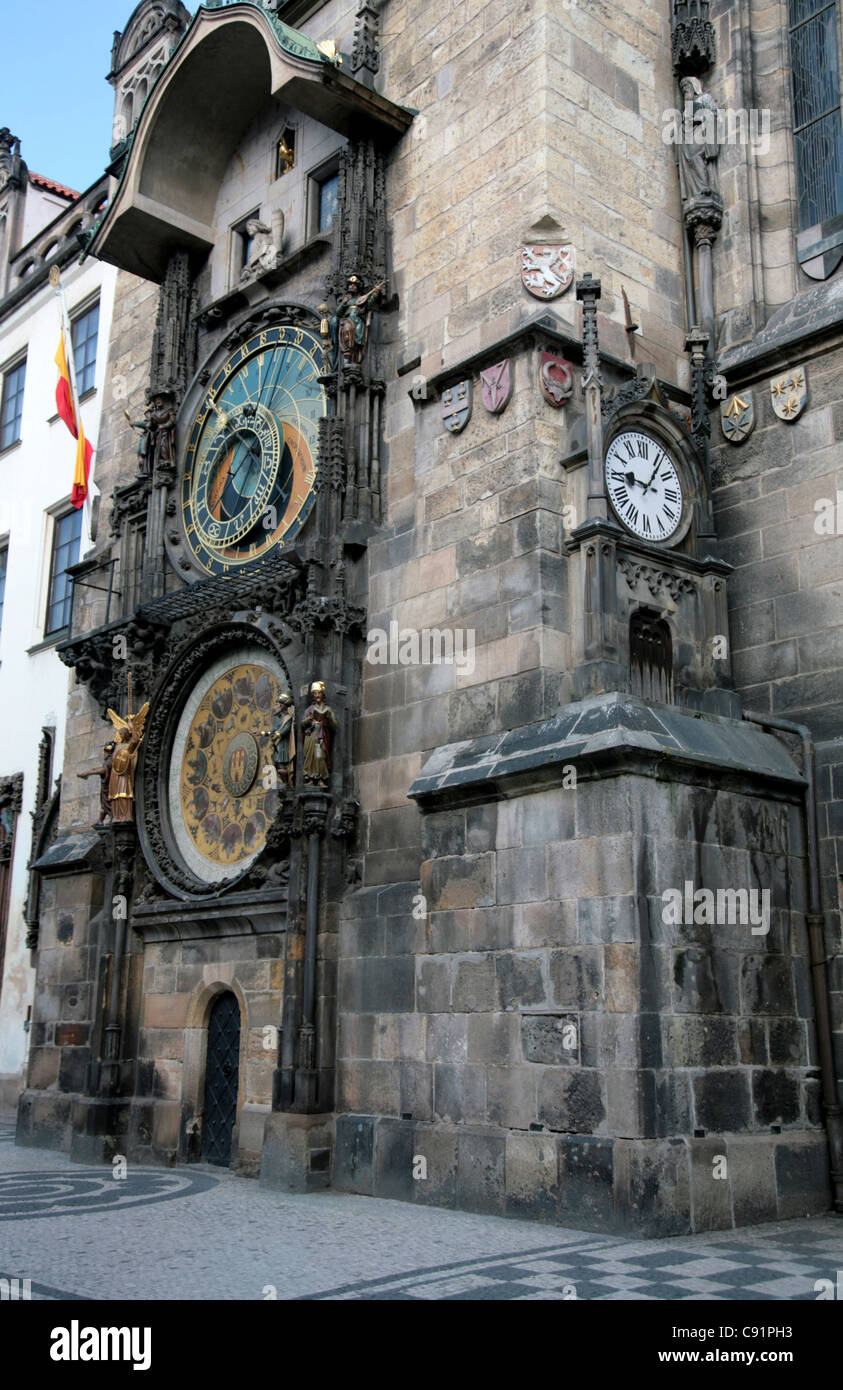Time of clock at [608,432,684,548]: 9:06
